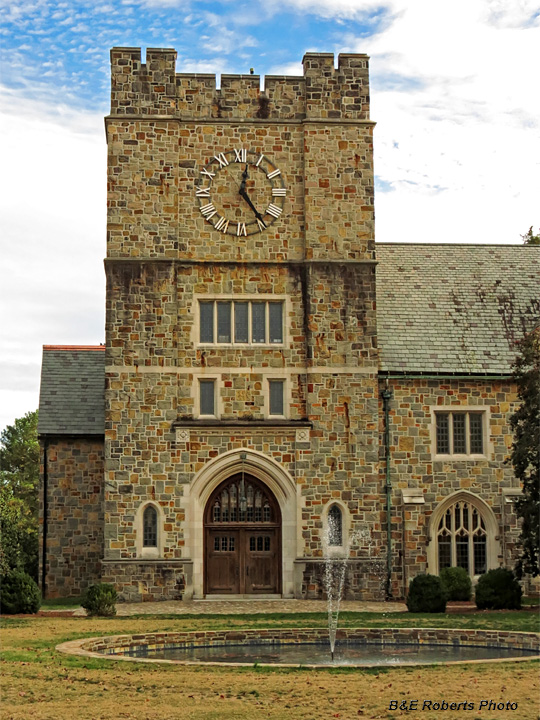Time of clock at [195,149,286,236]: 12:24
